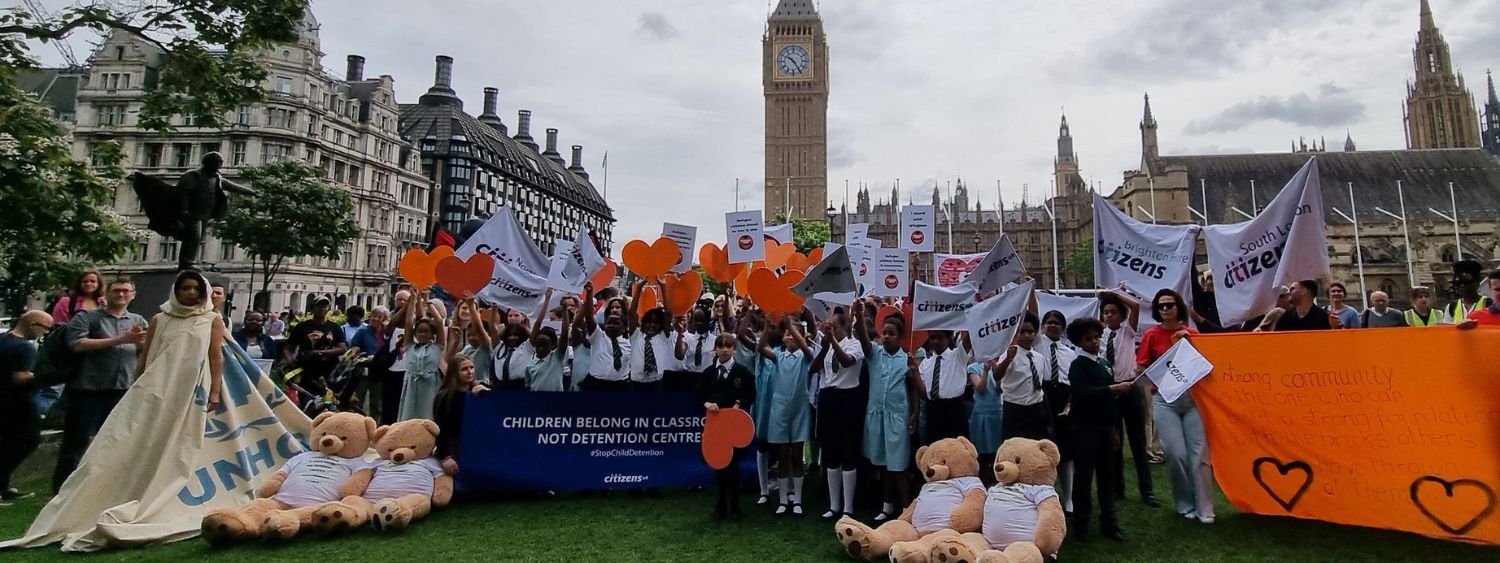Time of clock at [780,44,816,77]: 10:24
